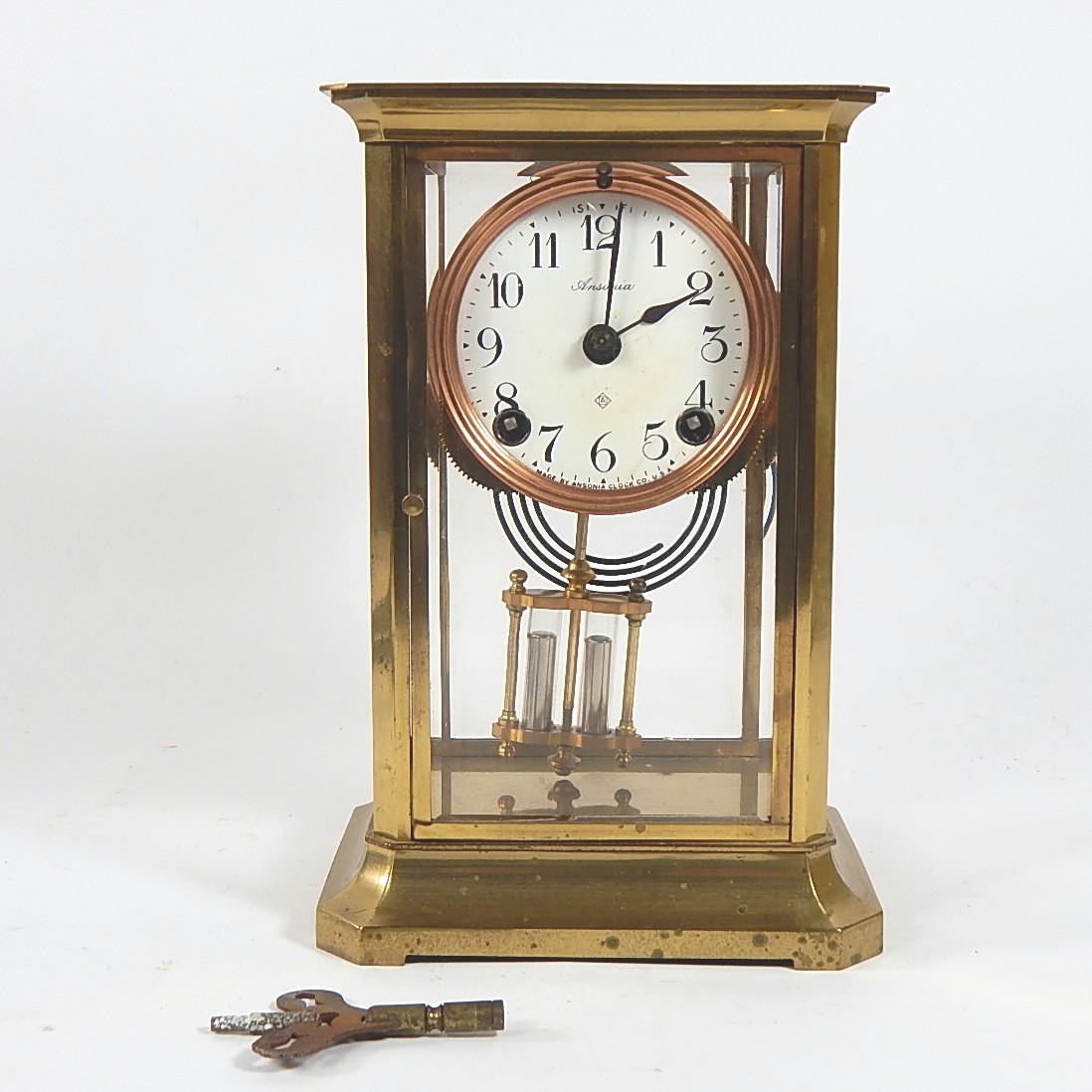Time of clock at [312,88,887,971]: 2:01
